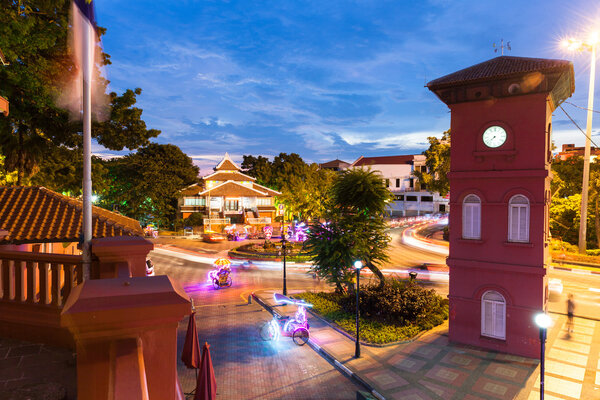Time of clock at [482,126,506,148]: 7:37
